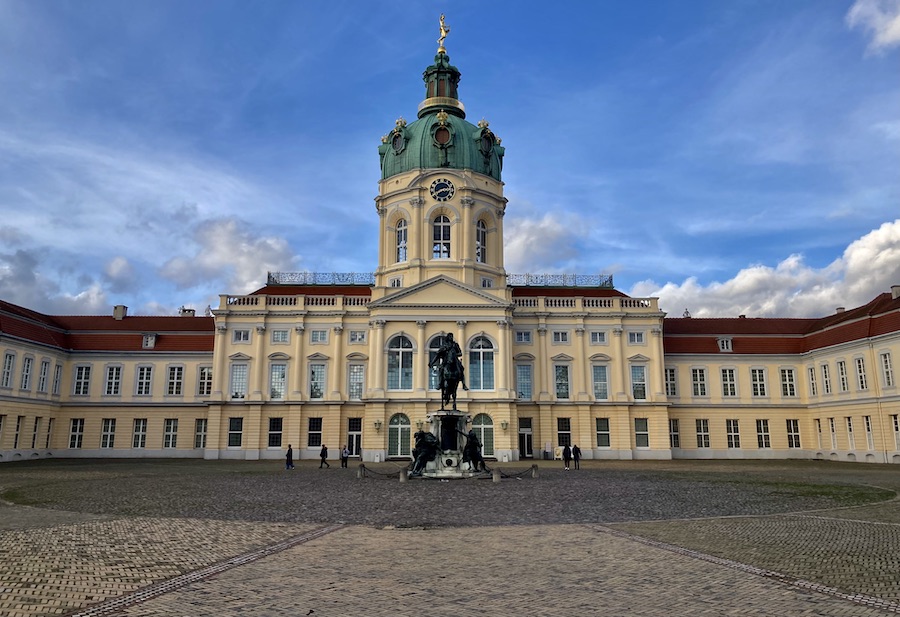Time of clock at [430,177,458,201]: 2:40
